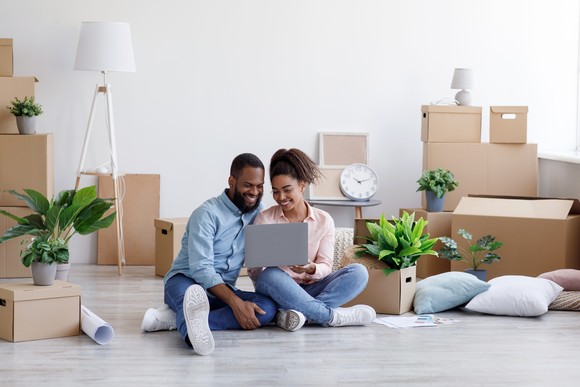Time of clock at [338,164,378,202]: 10:12
